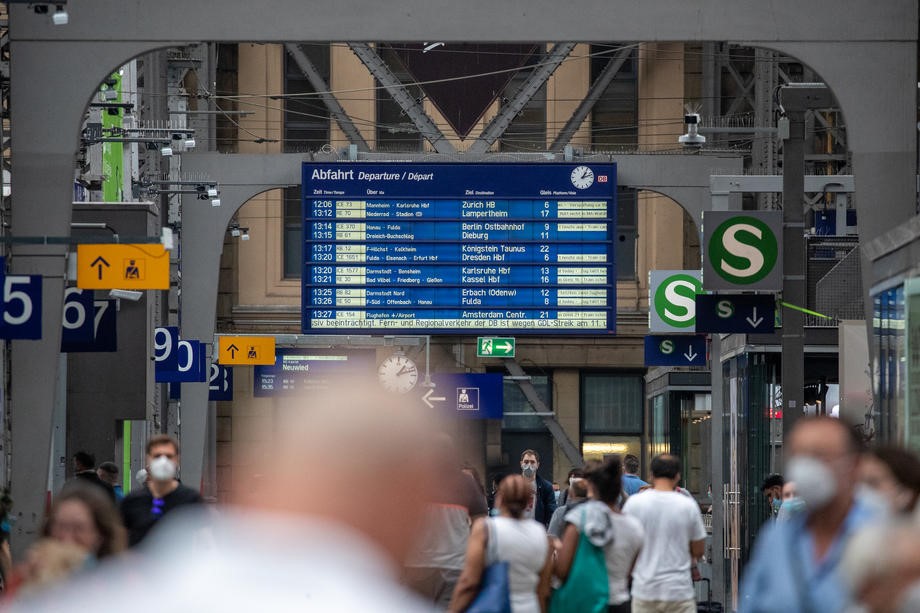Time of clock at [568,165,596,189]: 1:12
